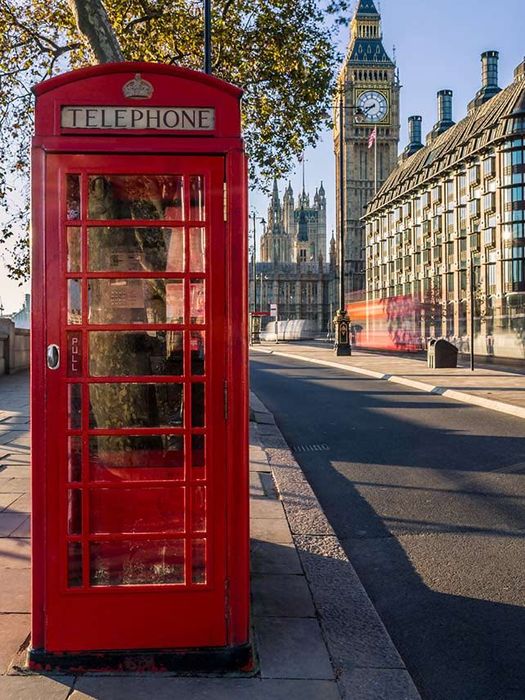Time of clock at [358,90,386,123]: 8:38
